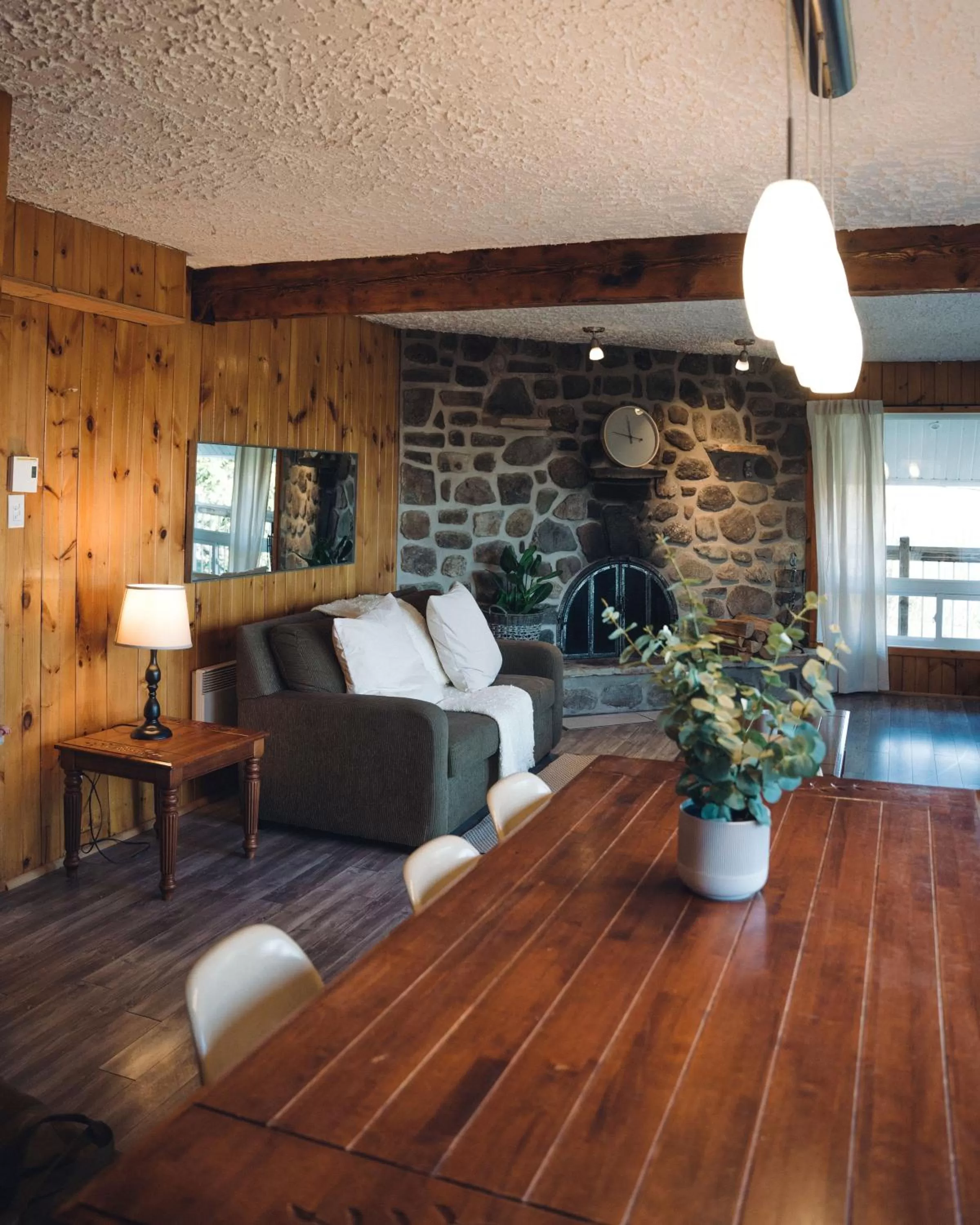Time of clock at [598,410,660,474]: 11:46
